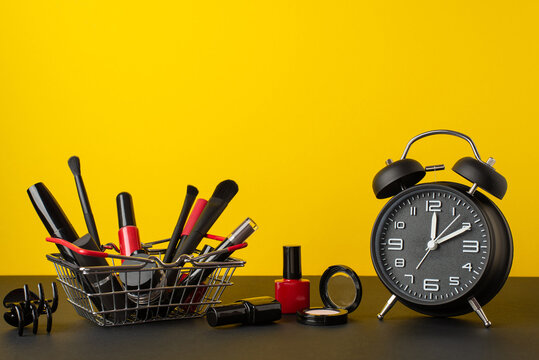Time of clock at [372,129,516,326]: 12:10
